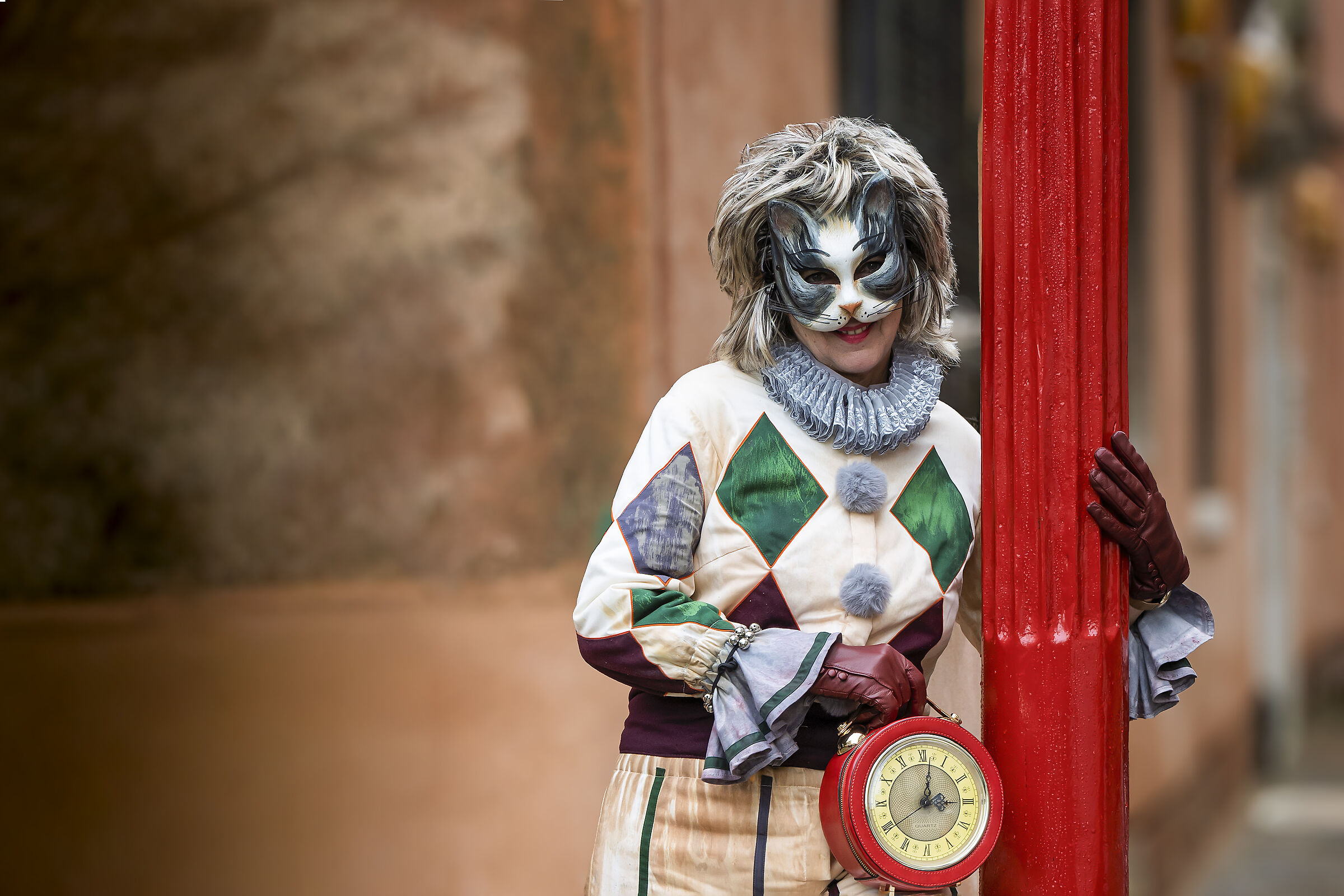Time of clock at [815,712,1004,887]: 3:01
